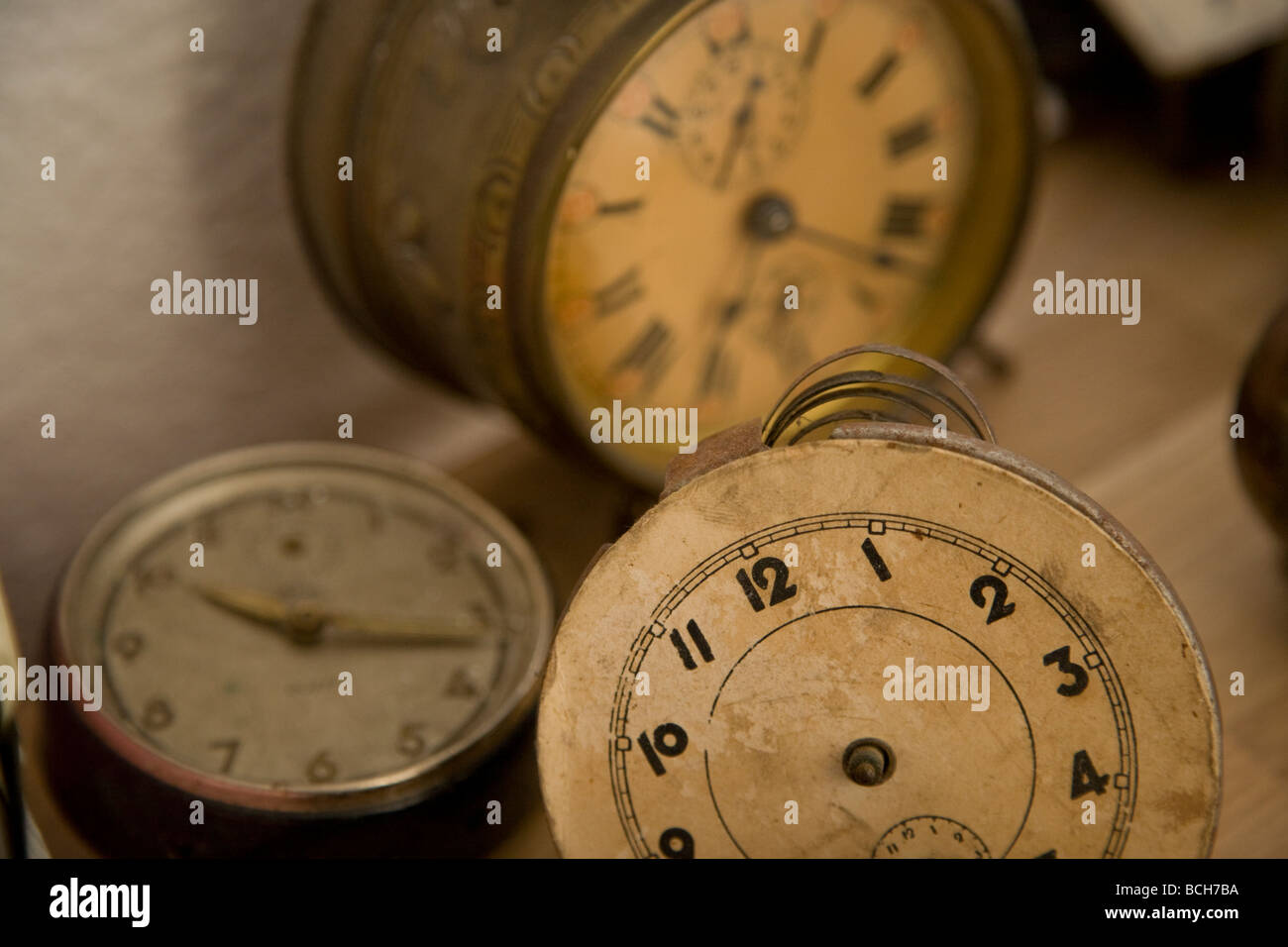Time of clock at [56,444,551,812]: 10:17
